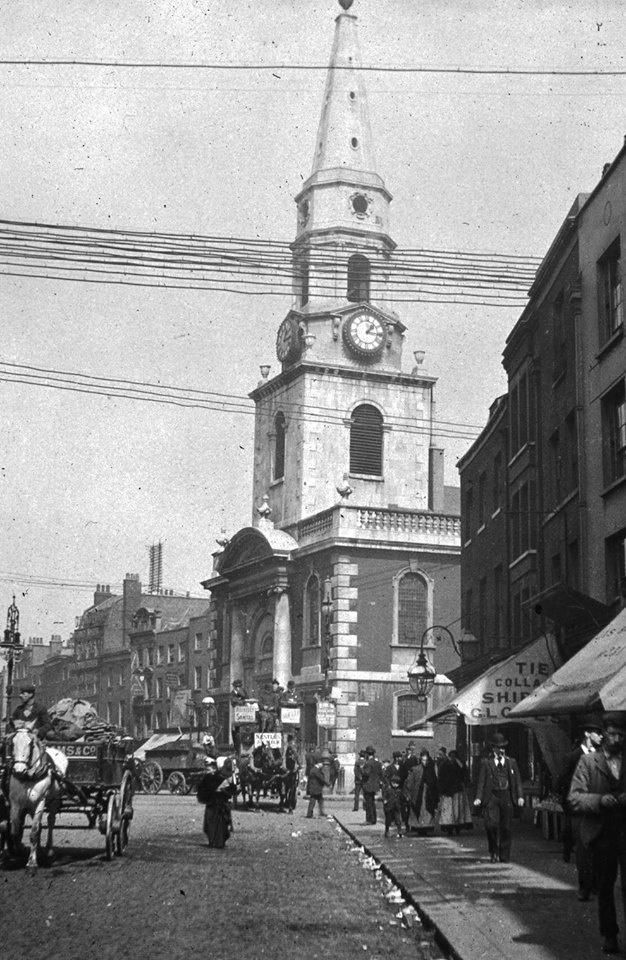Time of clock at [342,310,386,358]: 1:16
